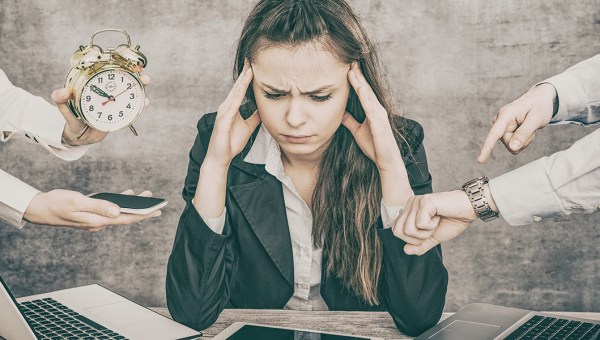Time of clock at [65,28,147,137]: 9:51
